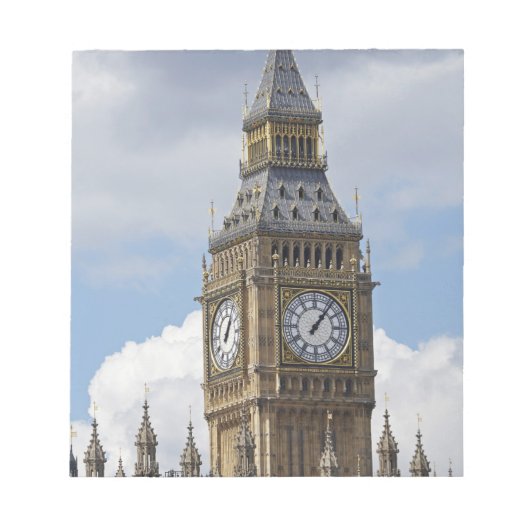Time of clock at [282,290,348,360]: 1:06
